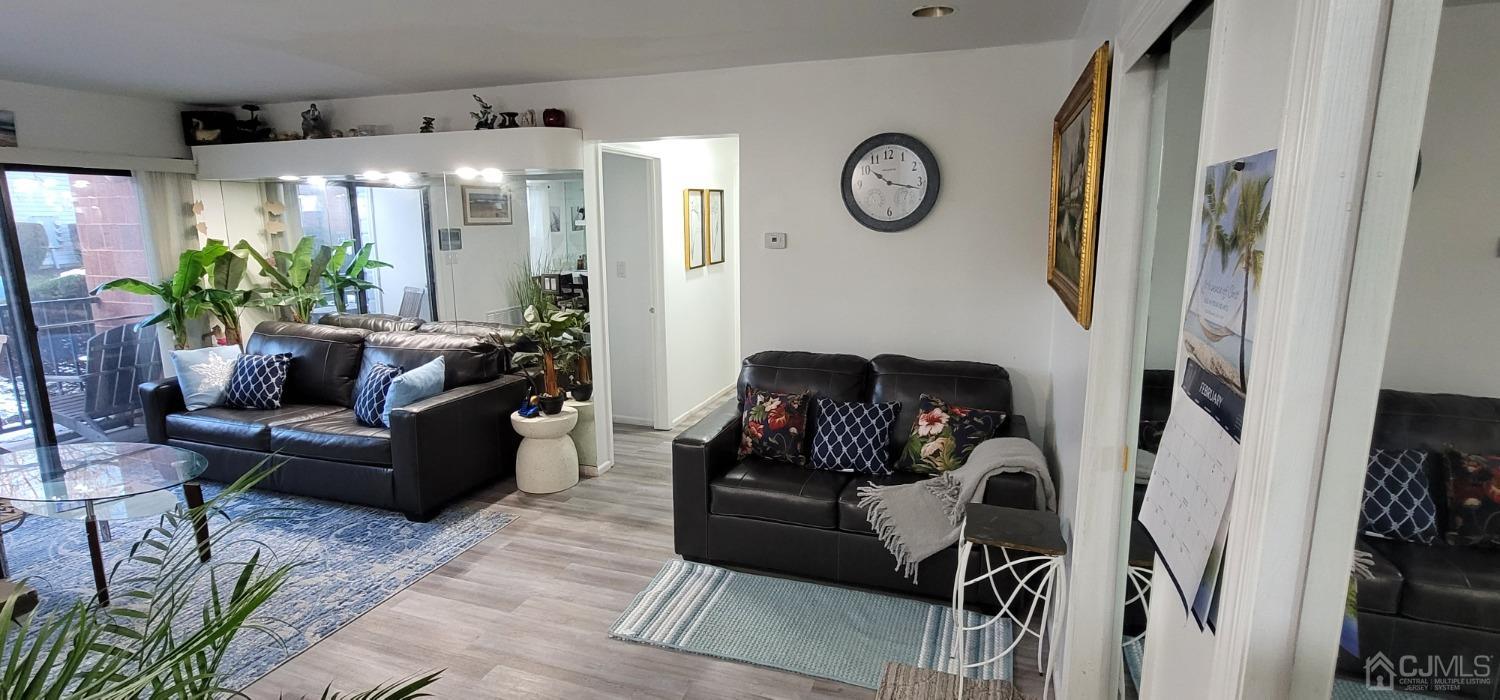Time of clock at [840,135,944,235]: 10:17
